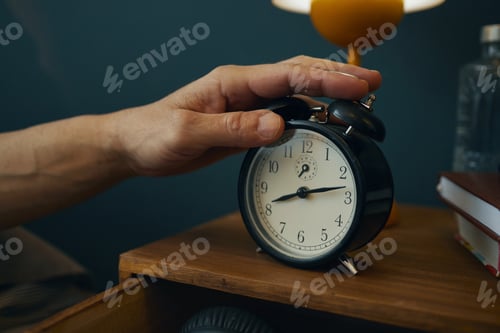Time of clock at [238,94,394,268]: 8:13
